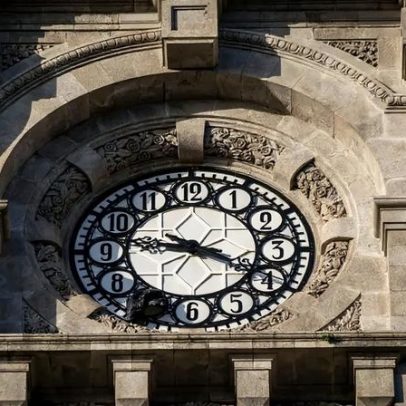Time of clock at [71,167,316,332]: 9:20
